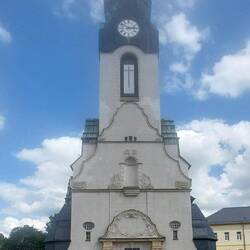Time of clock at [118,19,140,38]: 2:50
